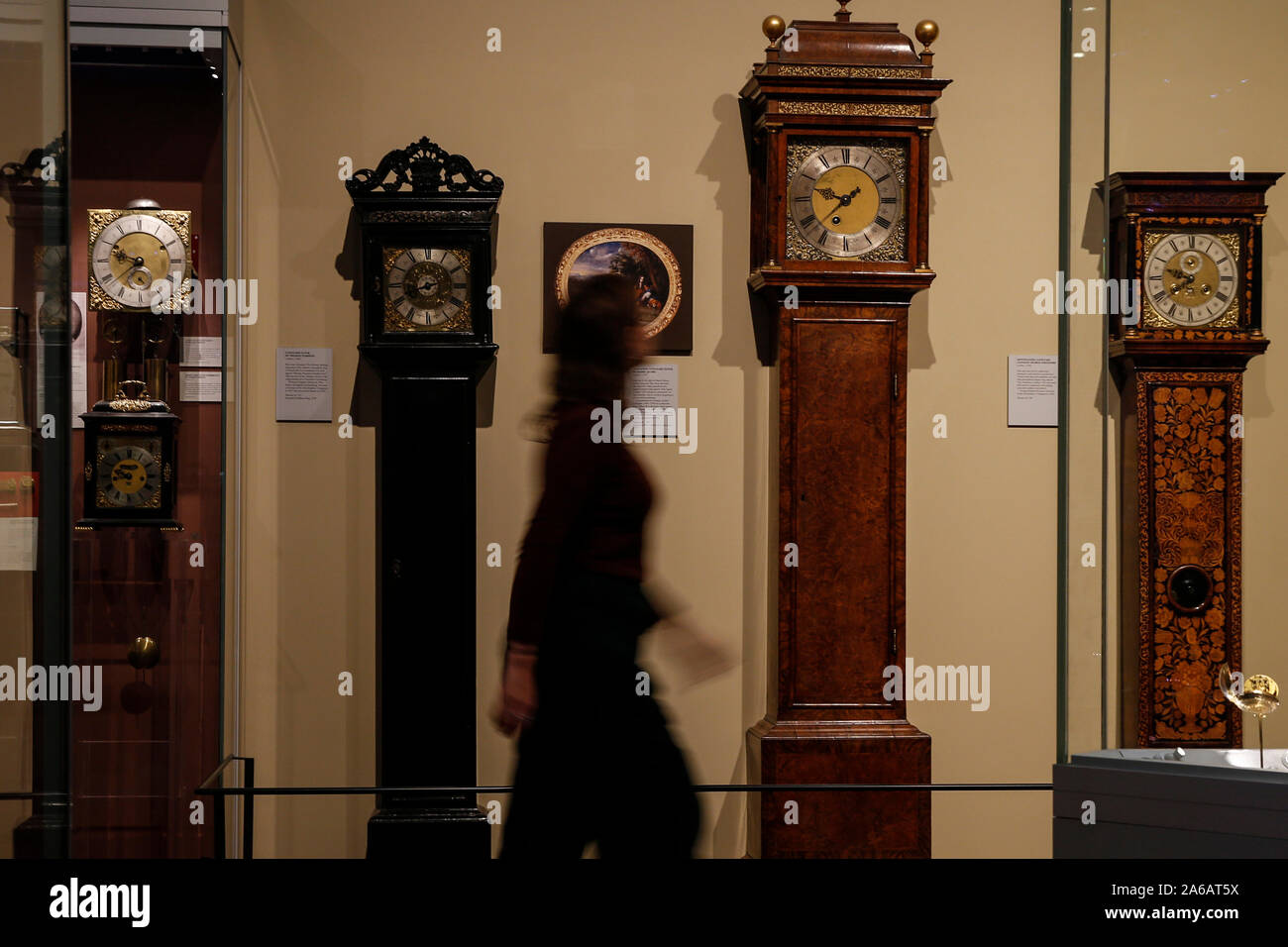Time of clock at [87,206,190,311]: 9:38
